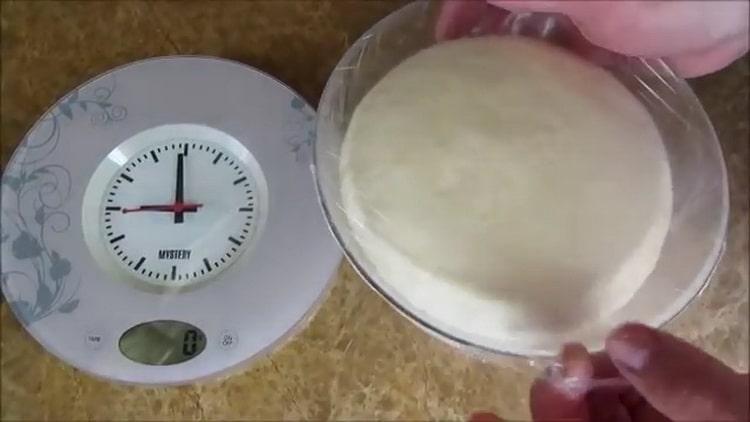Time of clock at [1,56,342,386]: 8:59
